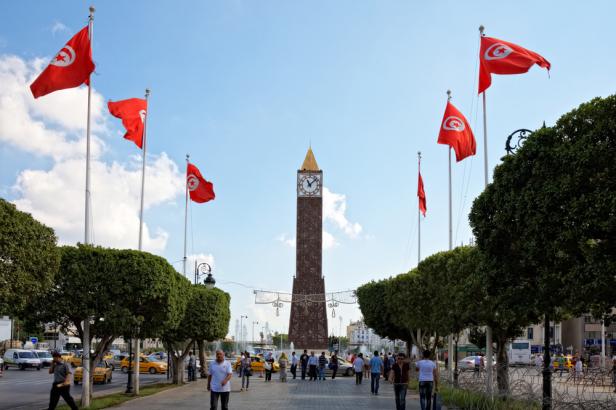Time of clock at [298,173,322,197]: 11:07
